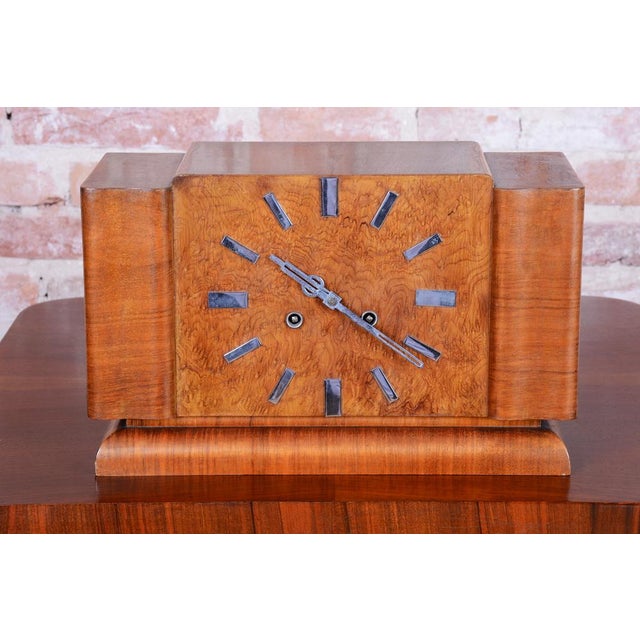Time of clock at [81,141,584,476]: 10:20
